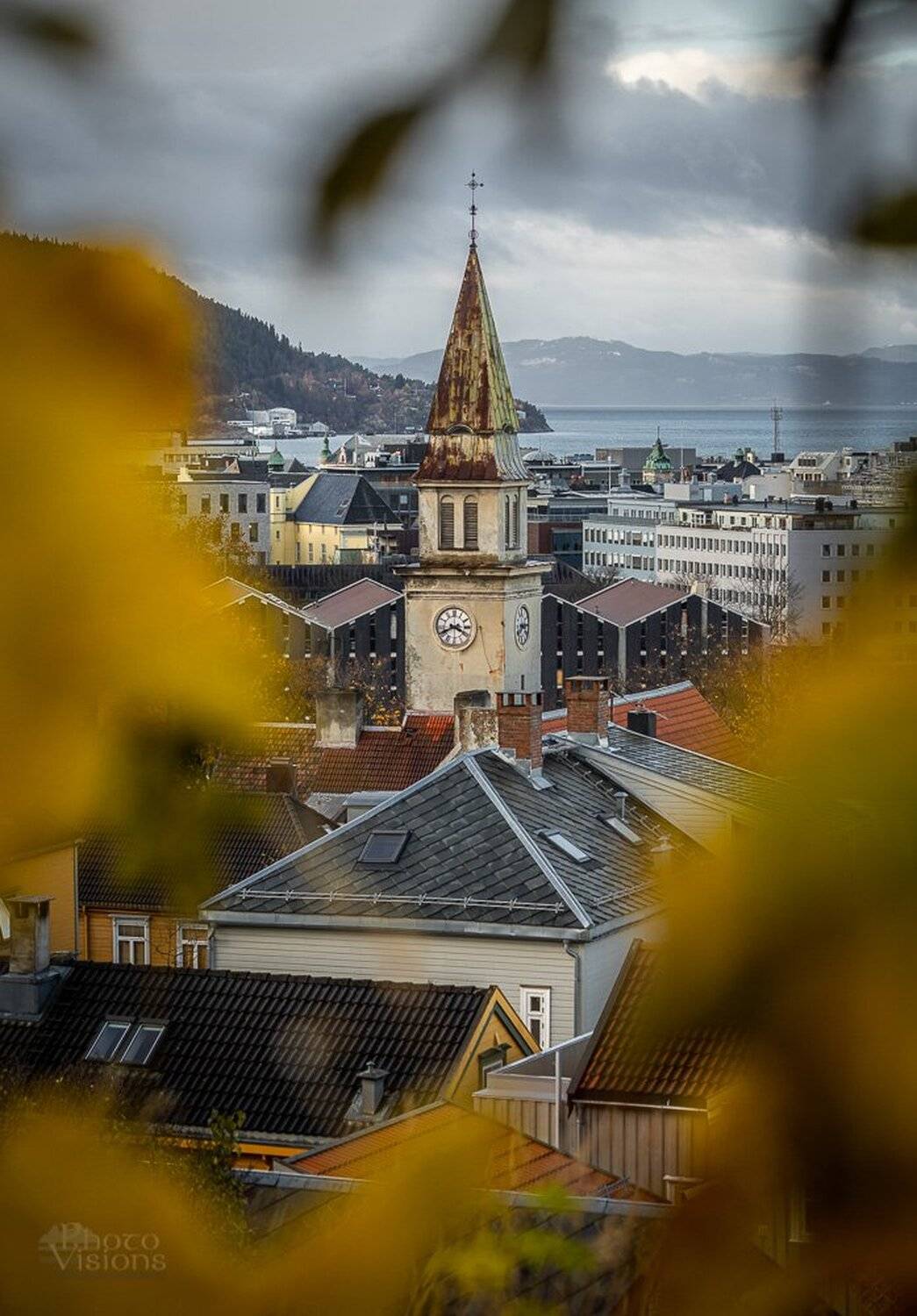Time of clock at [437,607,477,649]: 3:40
